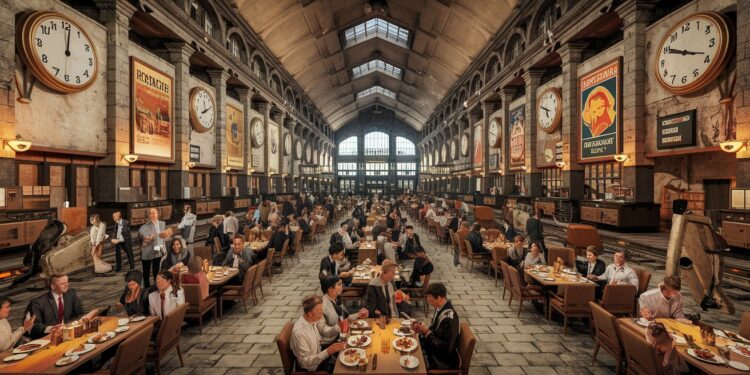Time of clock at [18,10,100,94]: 12:01
